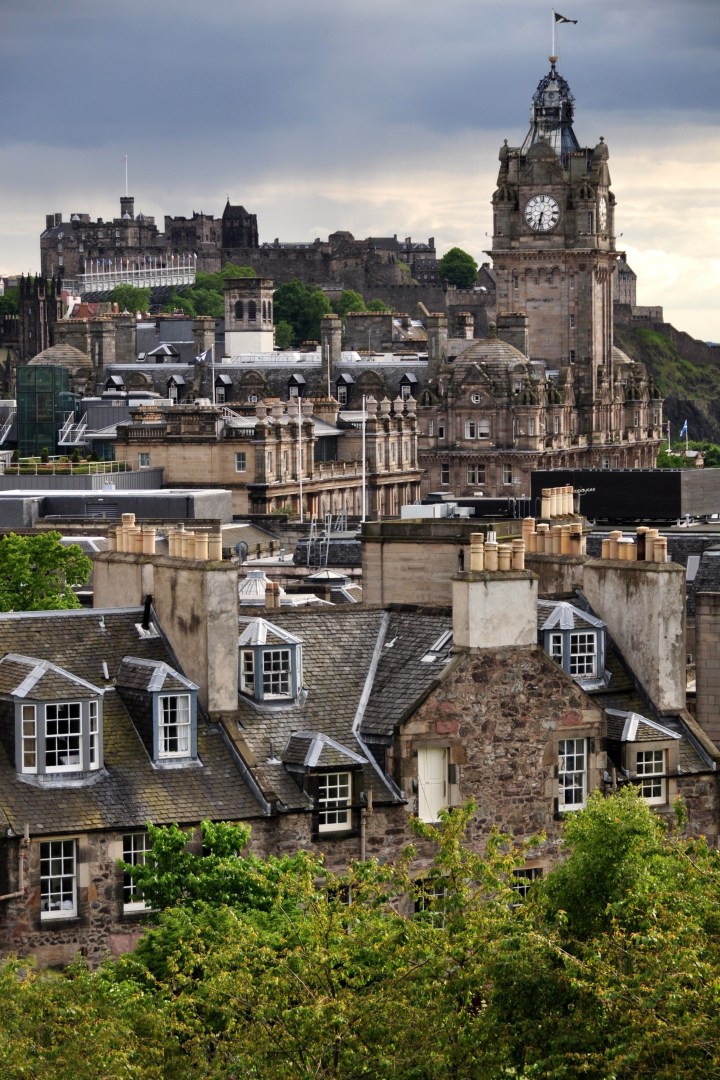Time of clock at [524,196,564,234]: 6:32
